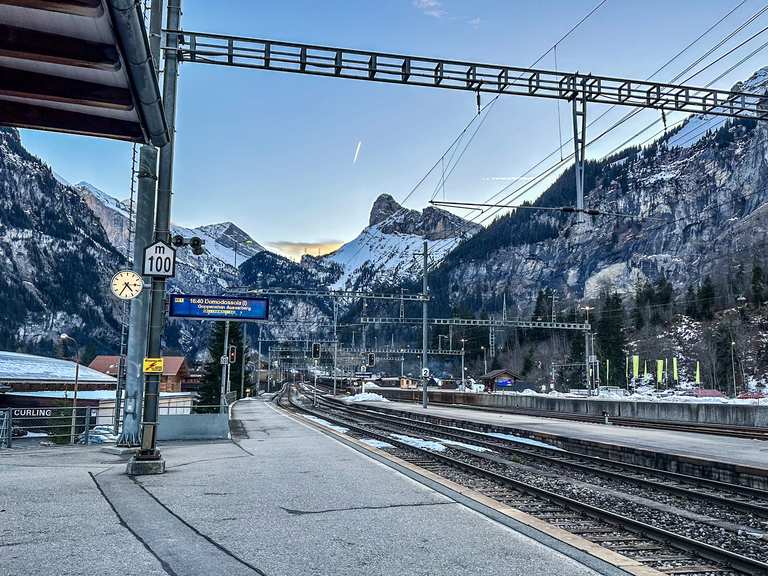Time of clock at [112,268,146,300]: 4:35
